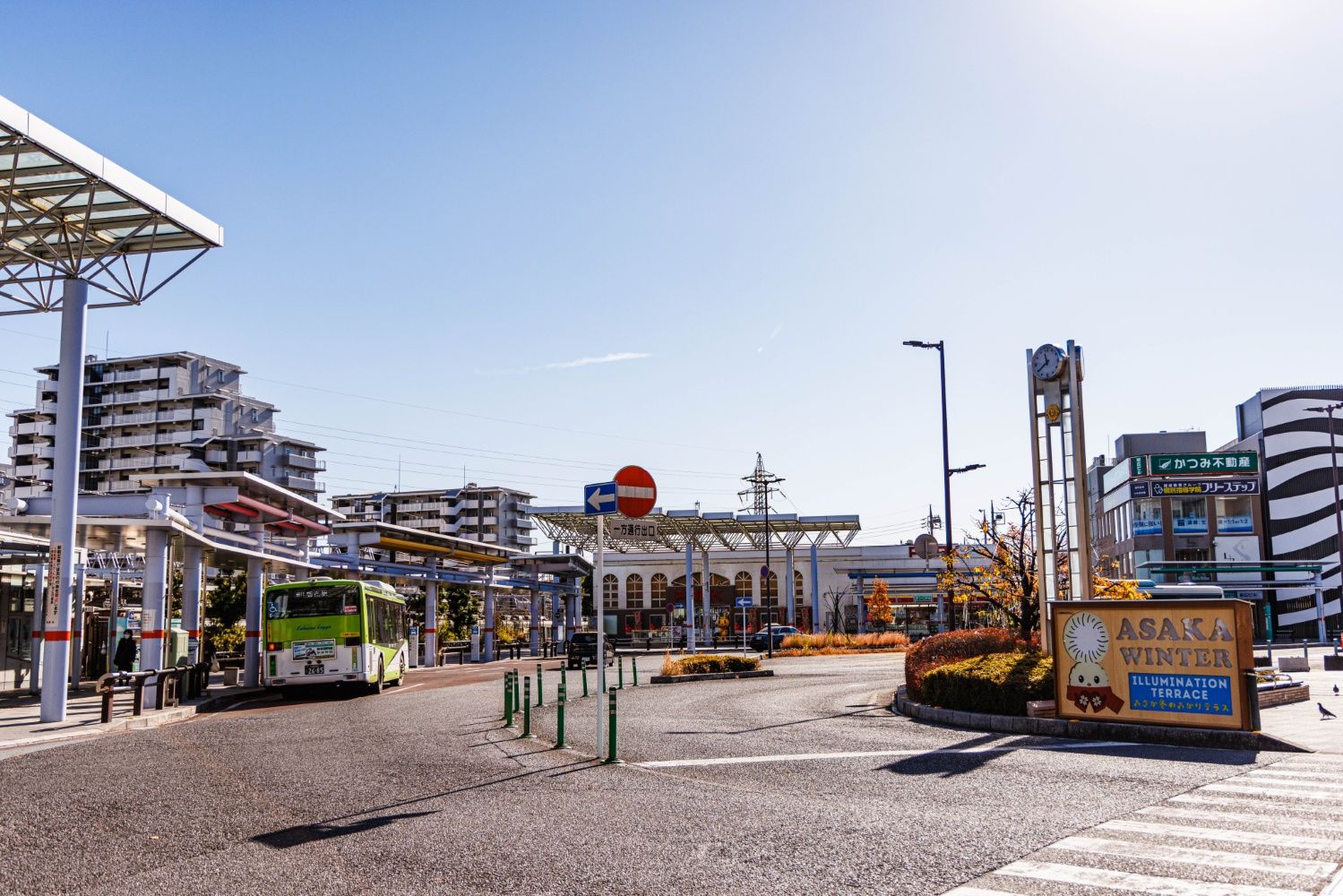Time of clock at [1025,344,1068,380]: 11:39
